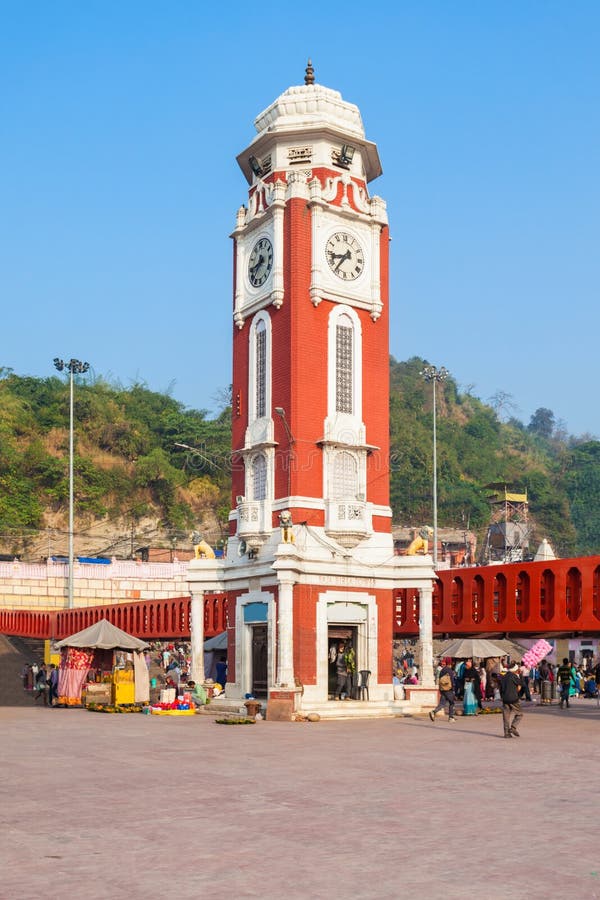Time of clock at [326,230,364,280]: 8:36
